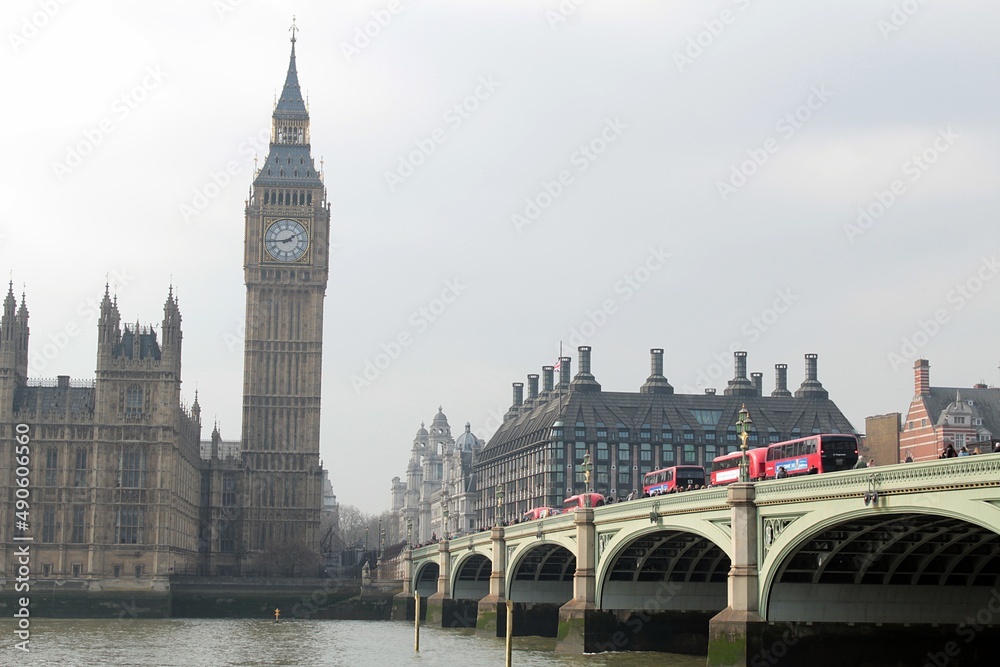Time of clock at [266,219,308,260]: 1:44
